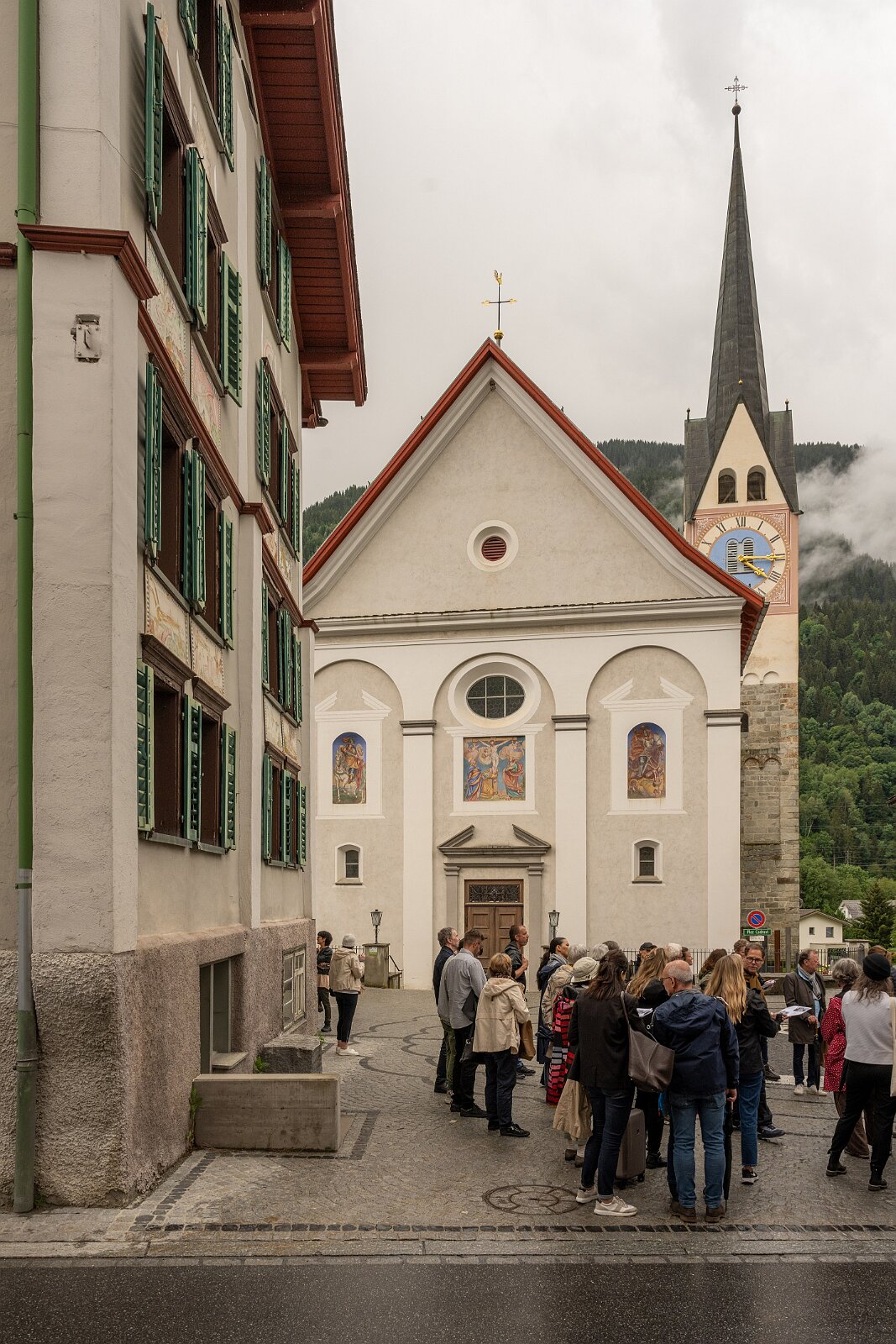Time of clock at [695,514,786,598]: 4:14
